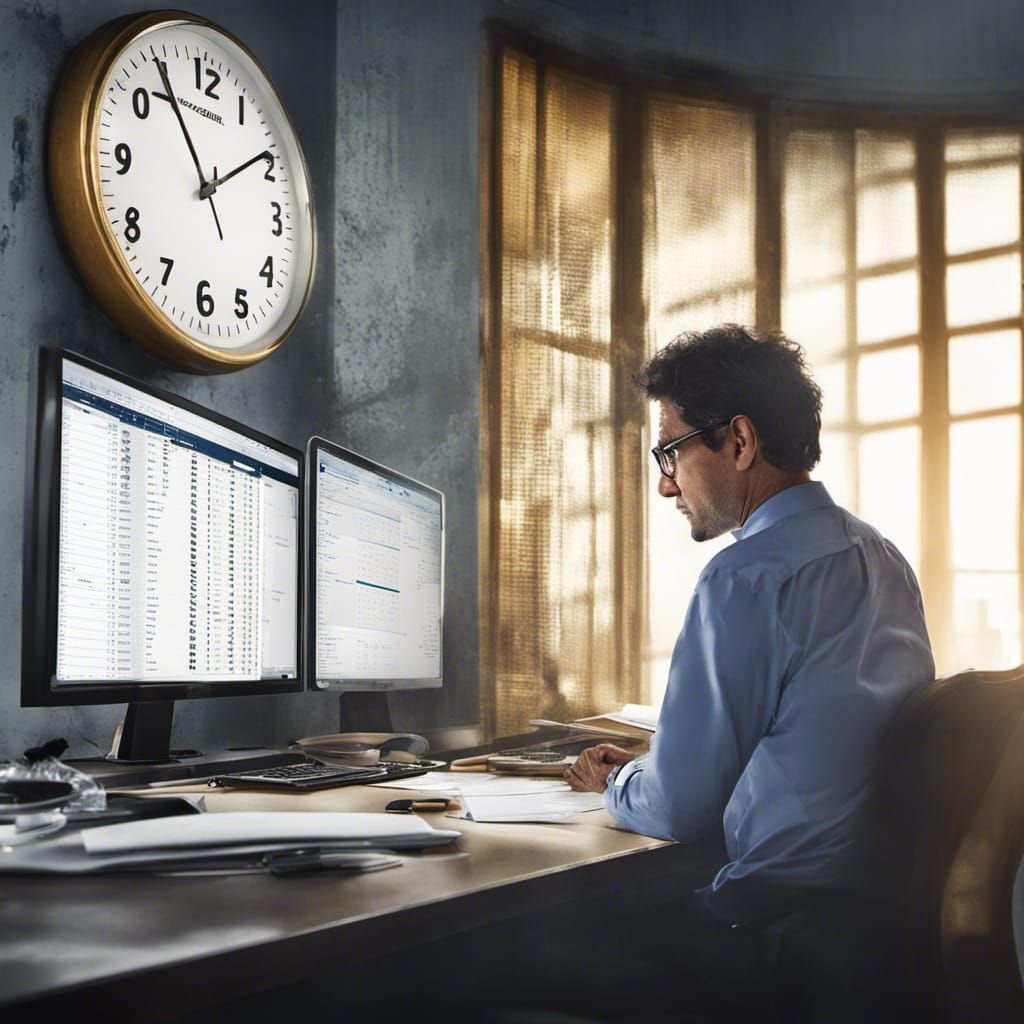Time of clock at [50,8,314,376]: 1:54
